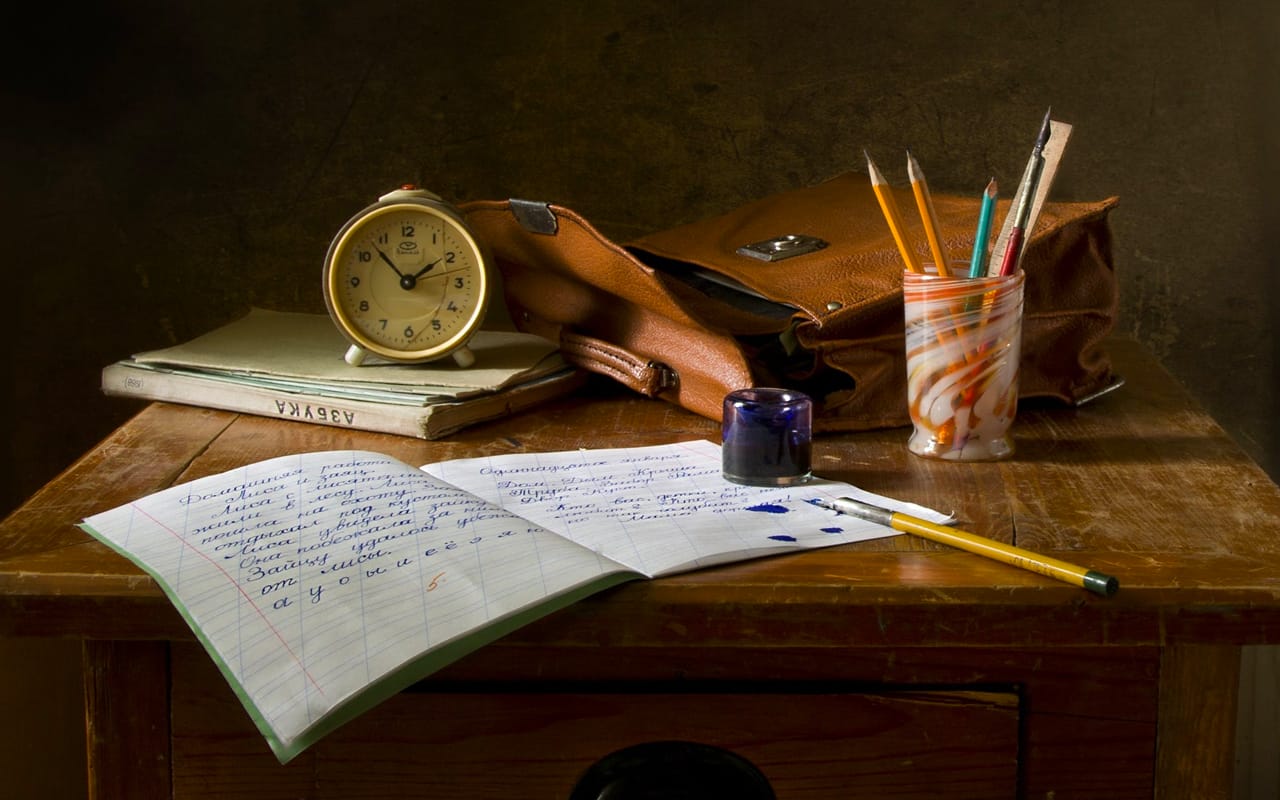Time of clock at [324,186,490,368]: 1:52
